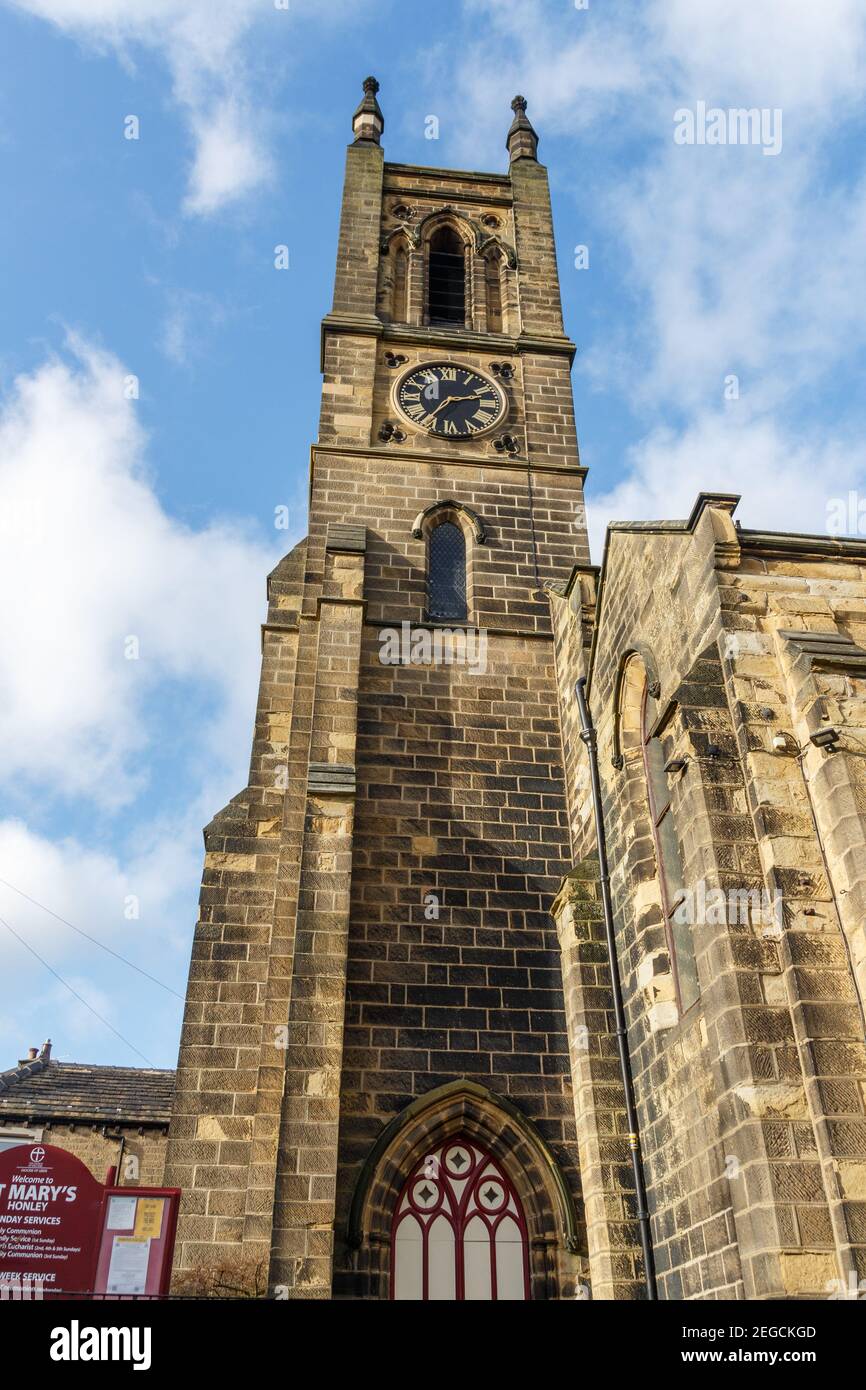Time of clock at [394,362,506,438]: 2:36
